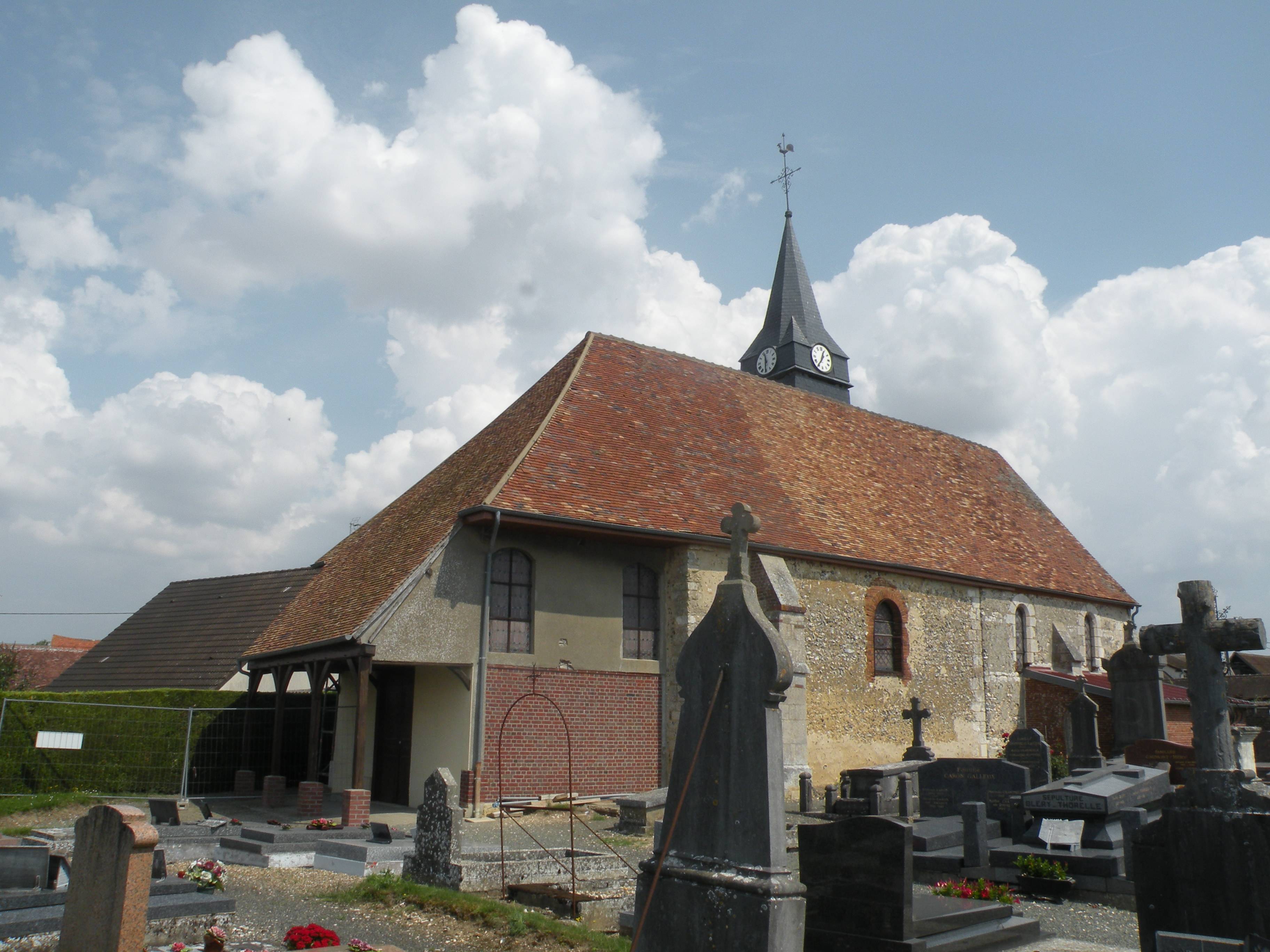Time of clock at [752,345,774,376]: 11:29
